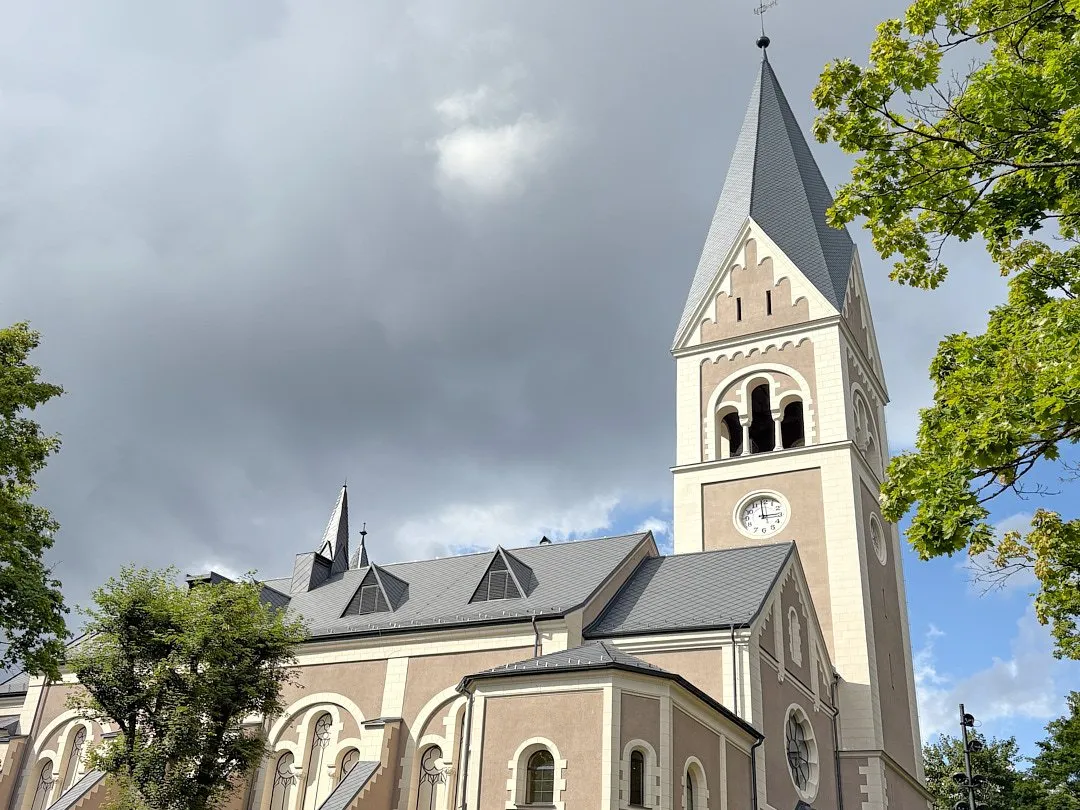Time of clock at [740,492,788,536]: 2:58
